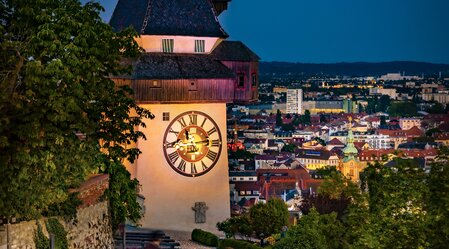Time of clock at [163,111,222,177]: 11:13
